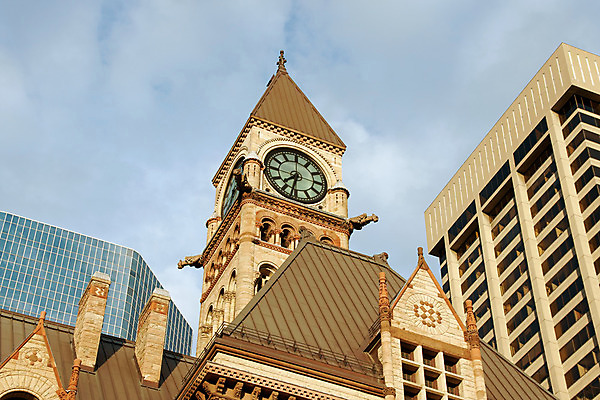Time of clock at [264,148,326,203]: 7:32
